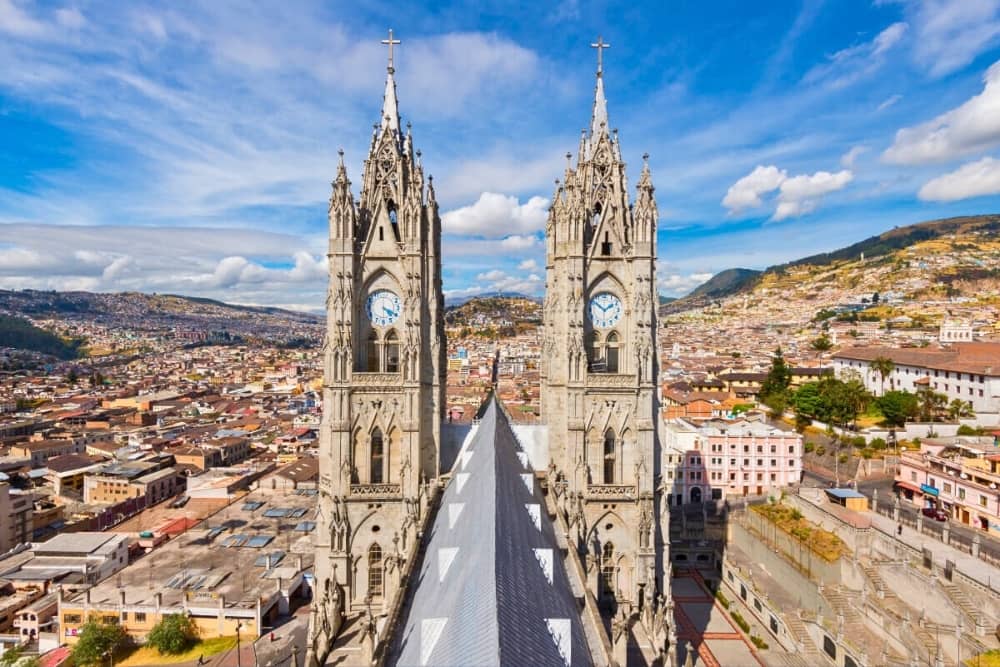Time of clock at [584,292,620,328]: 1:51
